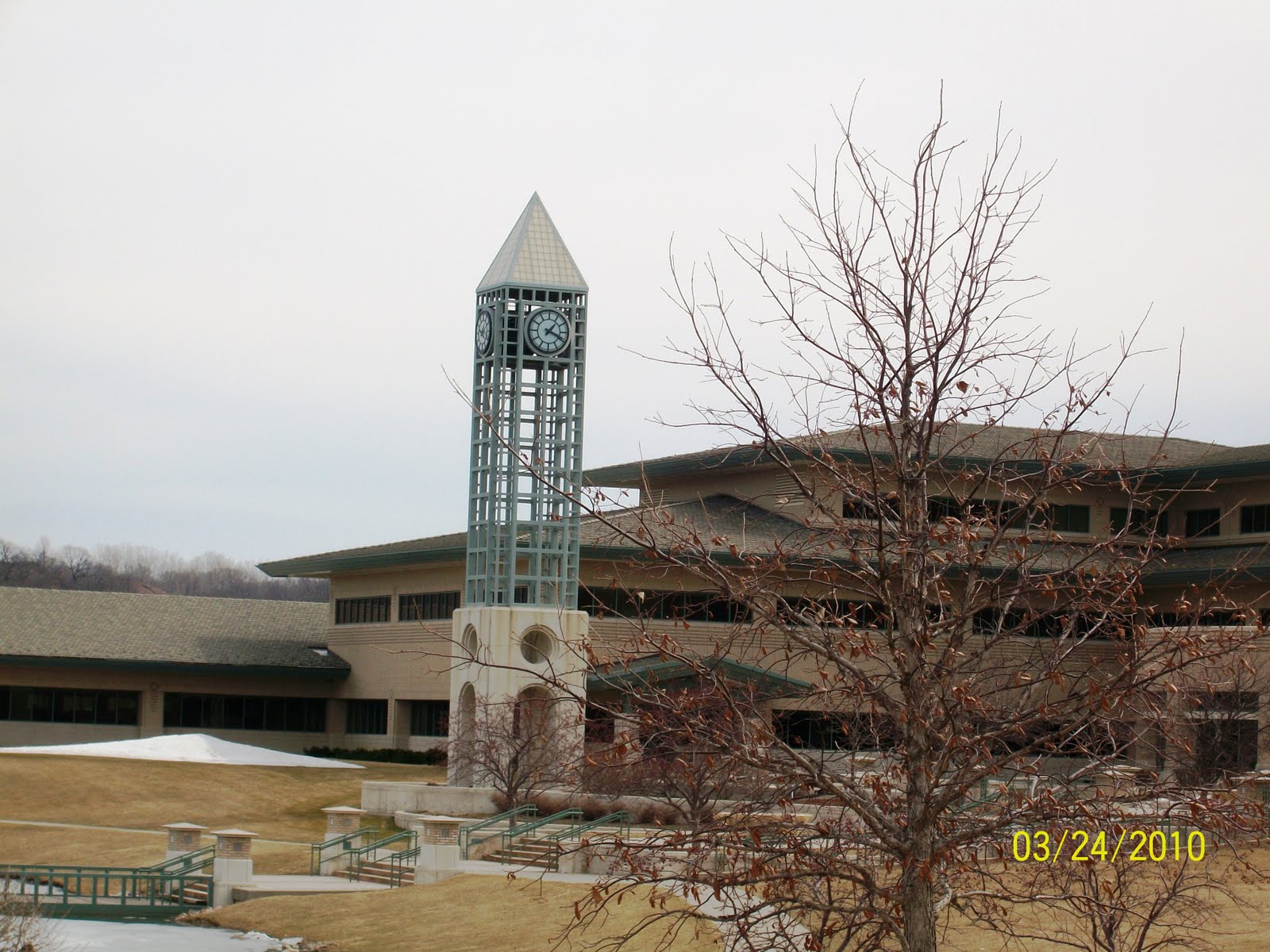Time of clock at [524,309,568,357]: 1:18
